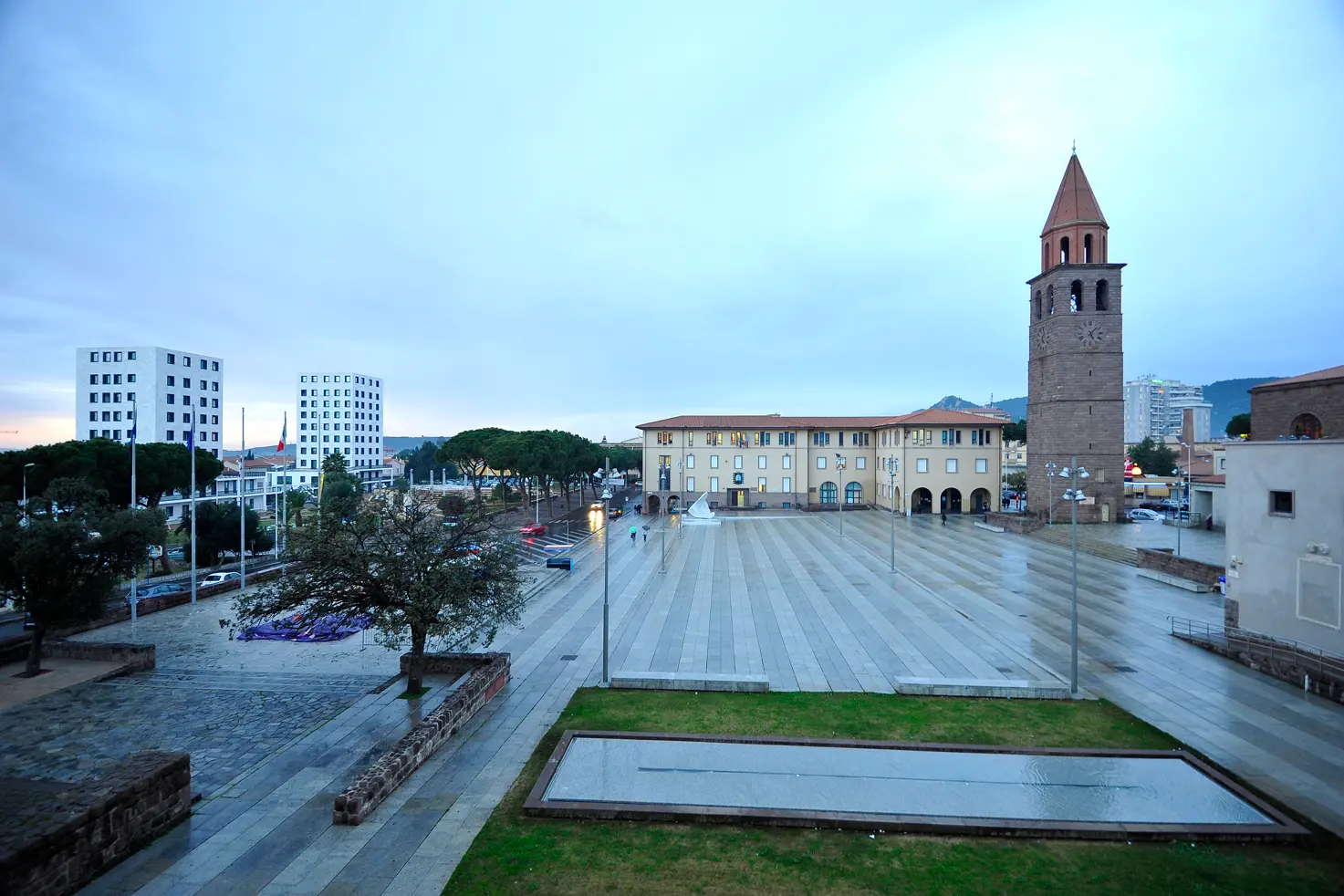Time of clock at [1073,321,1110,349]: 5:06
